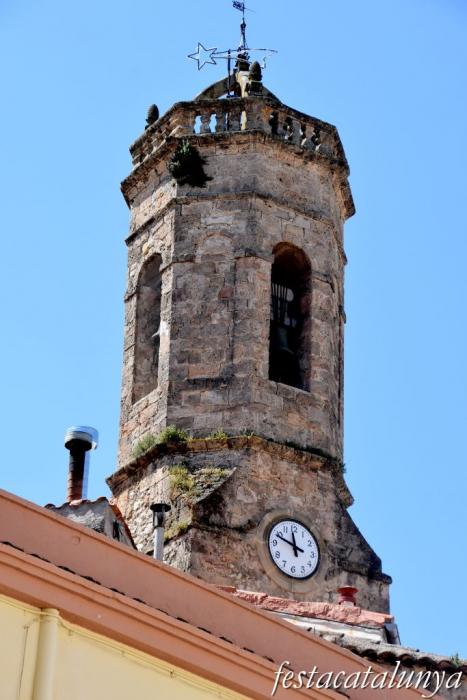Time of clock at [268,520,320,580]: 11:48
